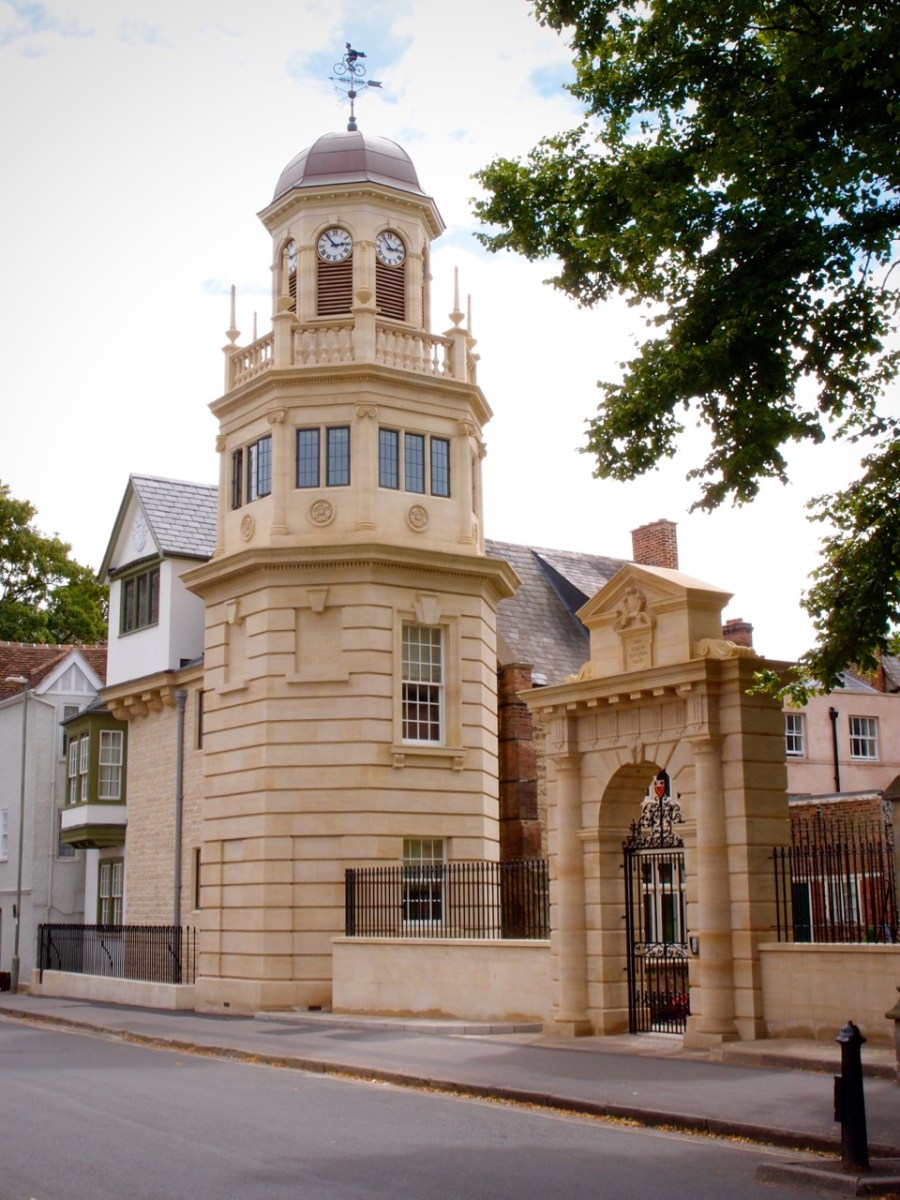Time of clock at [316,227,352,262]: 2:53
